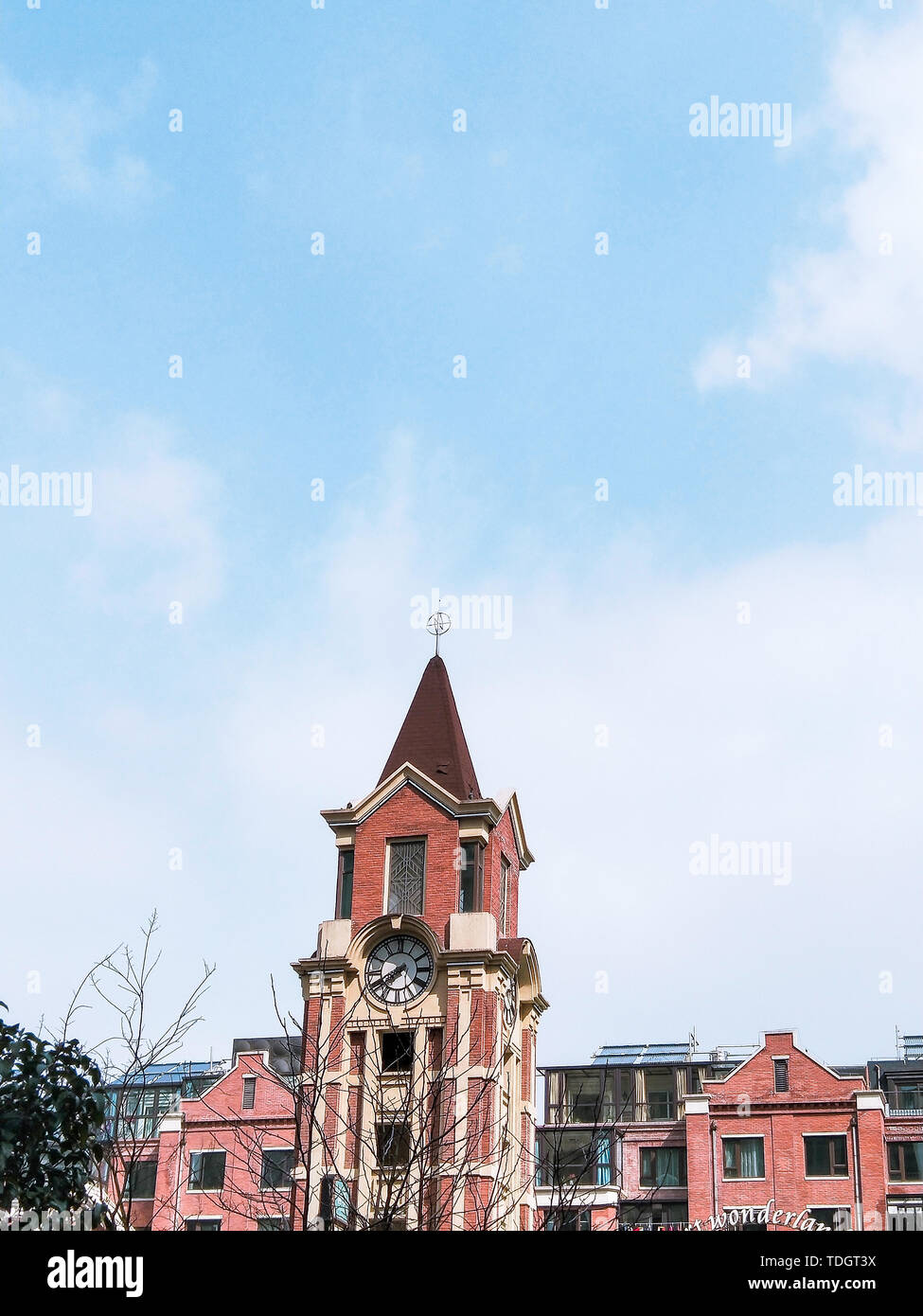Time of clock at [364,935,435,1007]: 7:40
